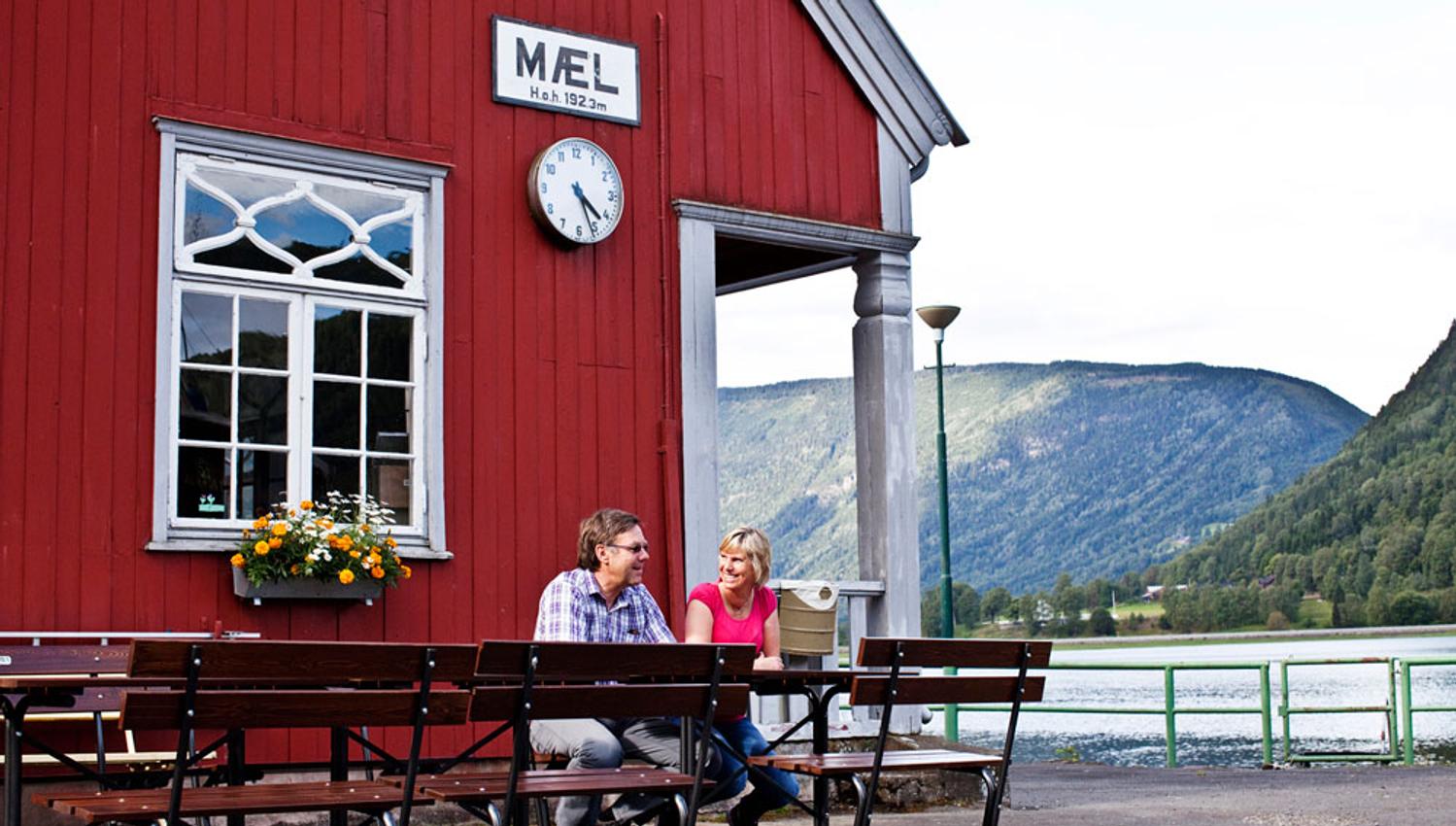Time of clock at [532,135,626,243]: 4:26
